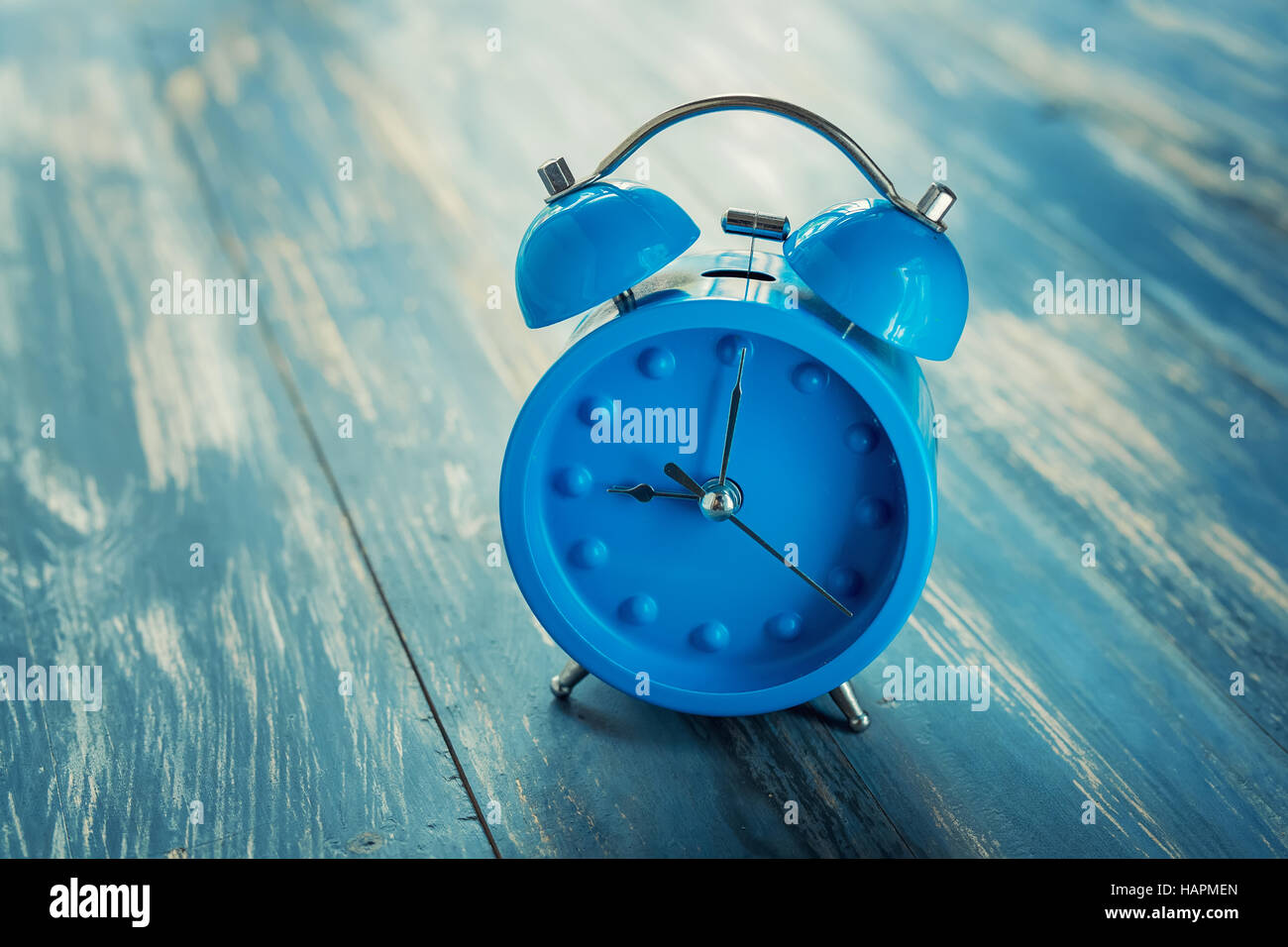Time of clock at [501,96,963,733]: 9:01
